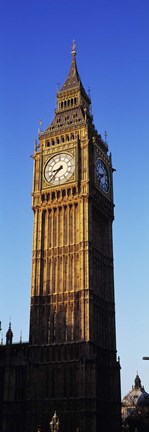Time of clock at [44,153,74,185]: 8:37
